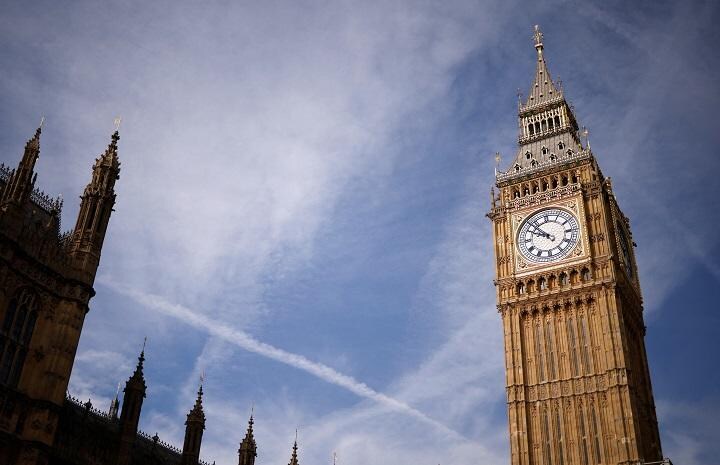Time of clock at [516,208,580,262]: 9:53
